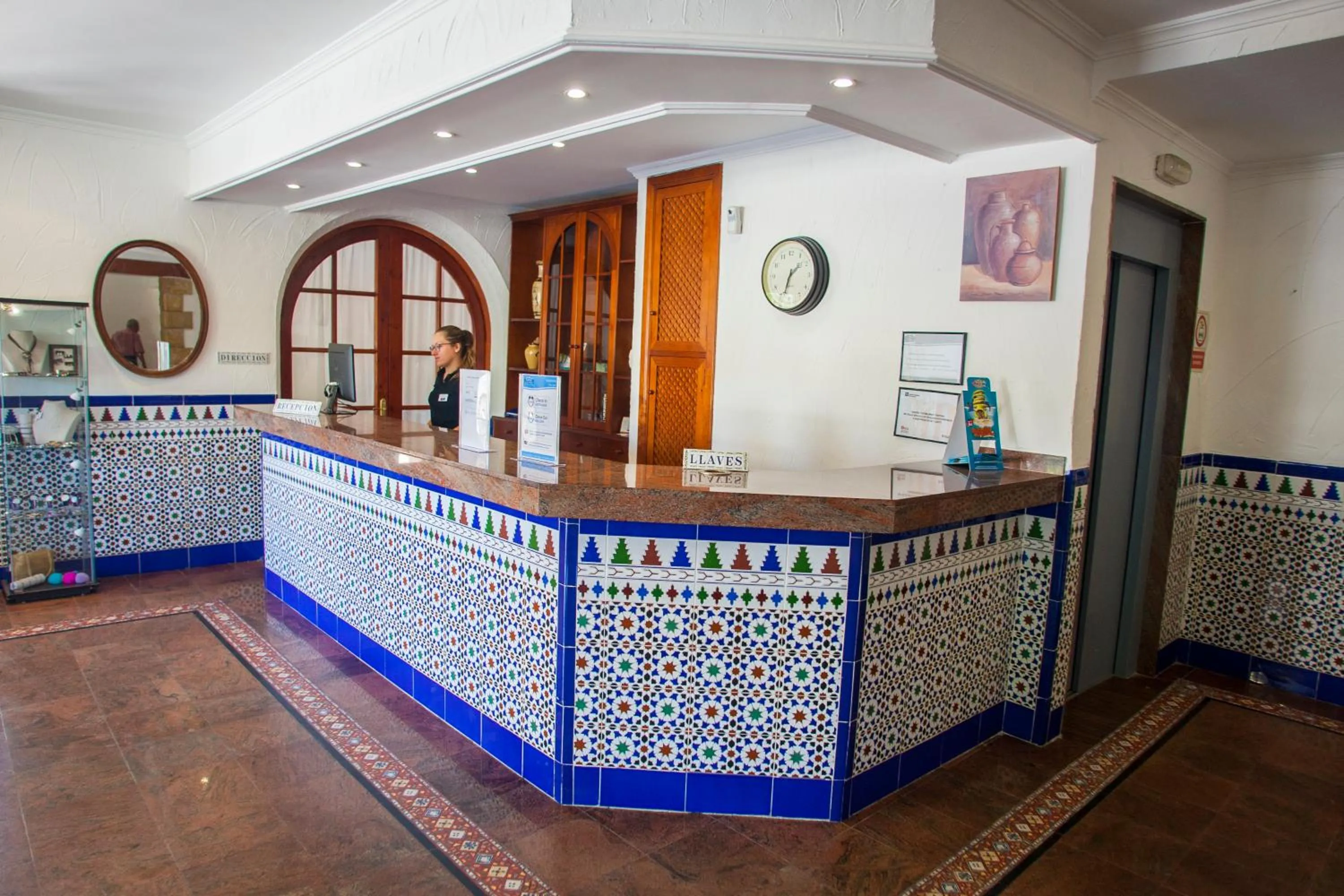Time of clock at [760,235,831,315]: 1:33
